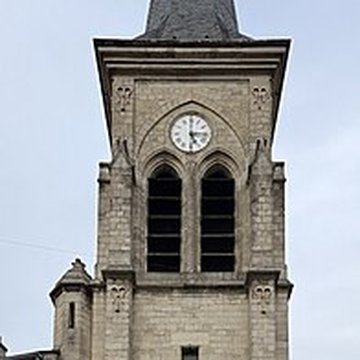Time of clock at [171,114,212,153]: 5:15
